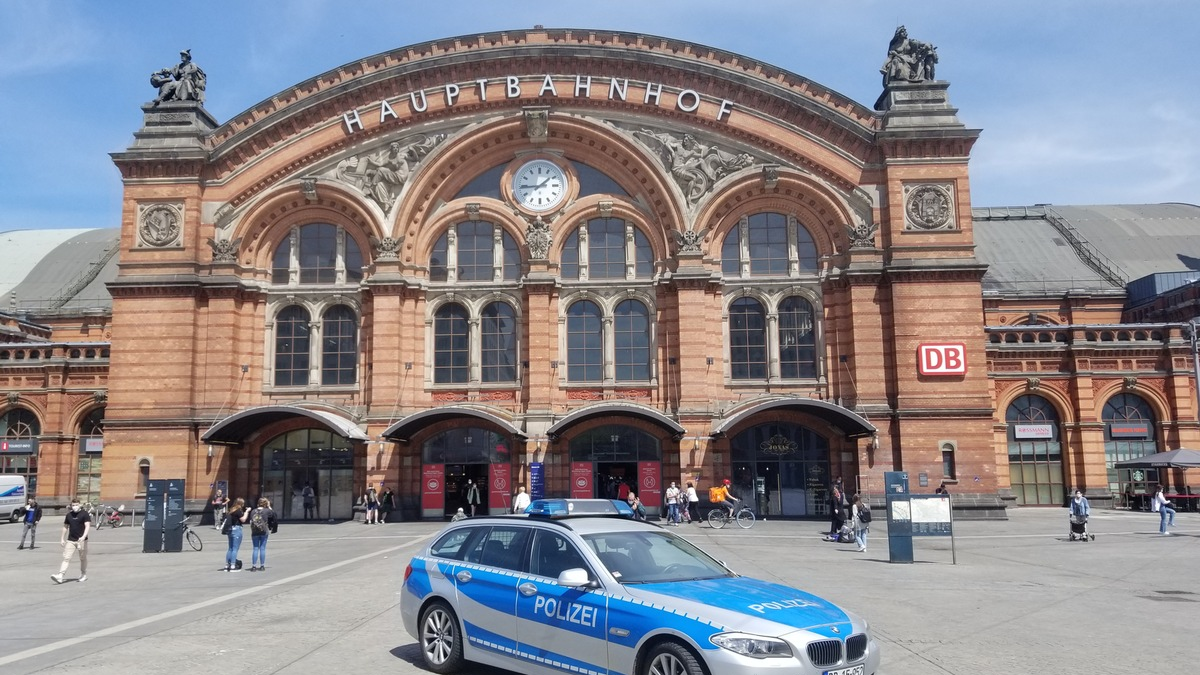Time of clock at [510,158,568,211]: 1:44
